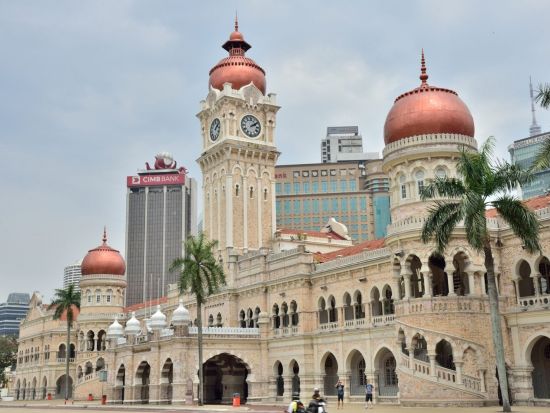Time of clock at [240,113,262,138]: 2:09
